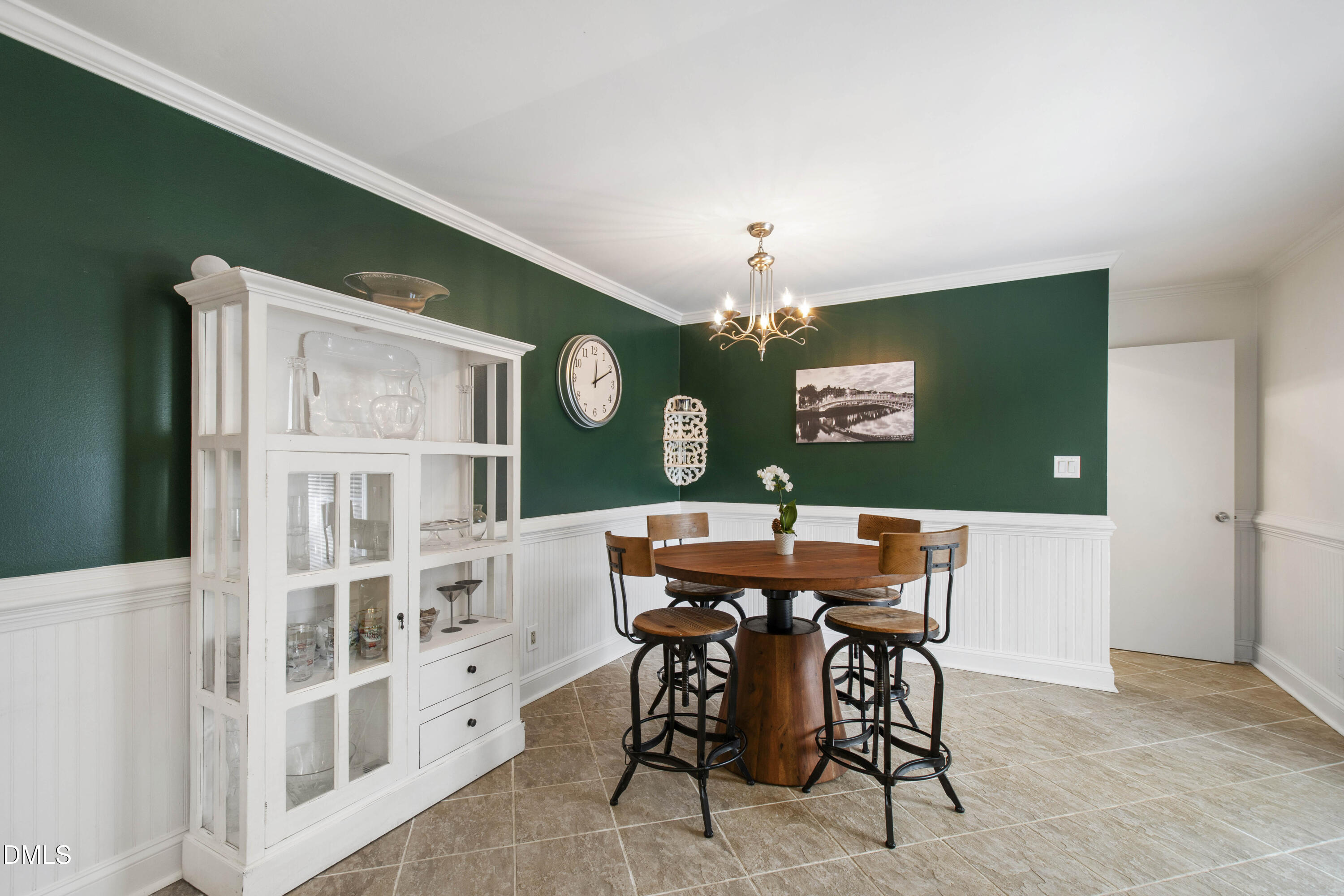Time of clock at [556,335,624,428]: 12:10
